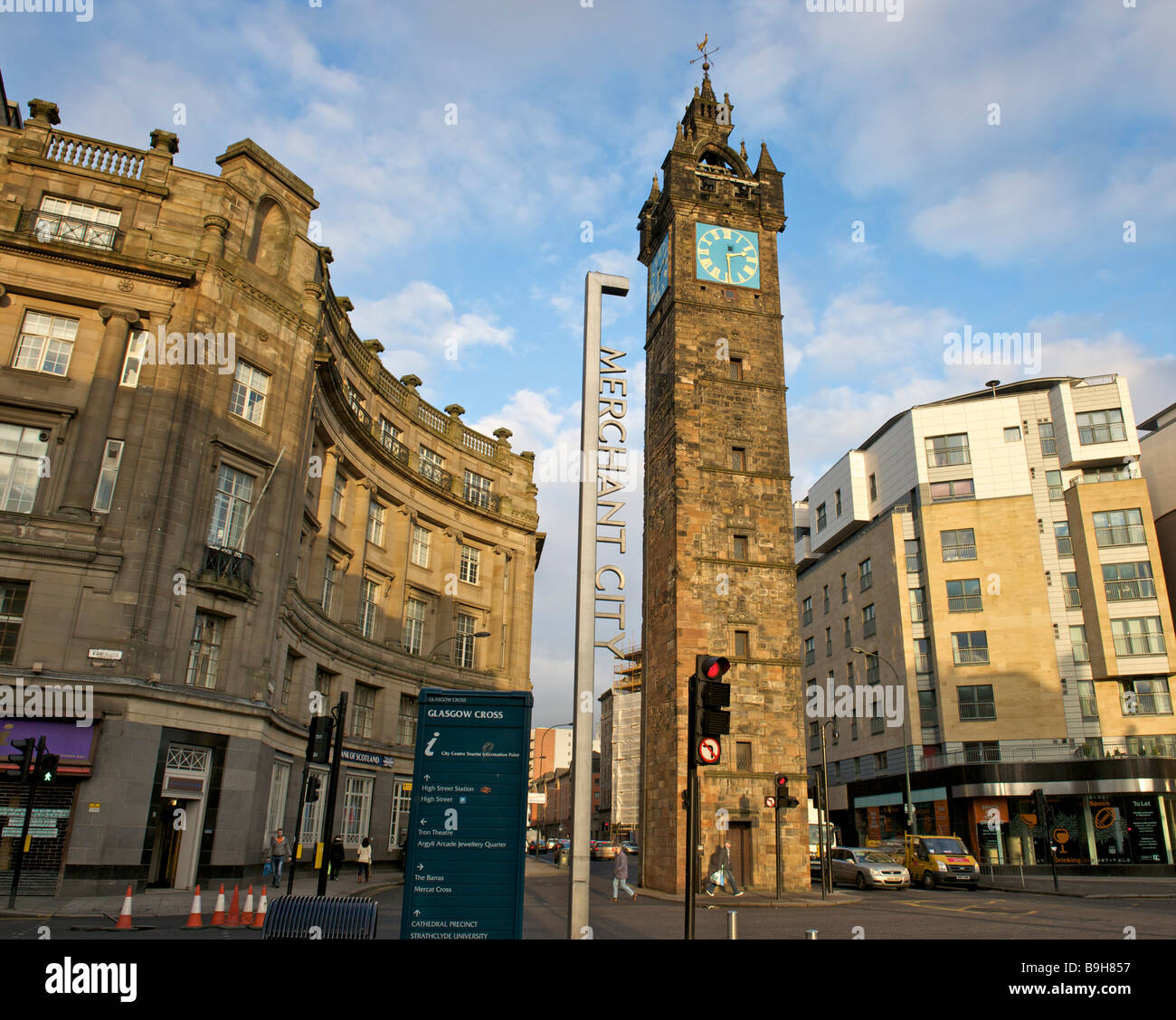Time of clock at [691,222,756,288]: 2:29
